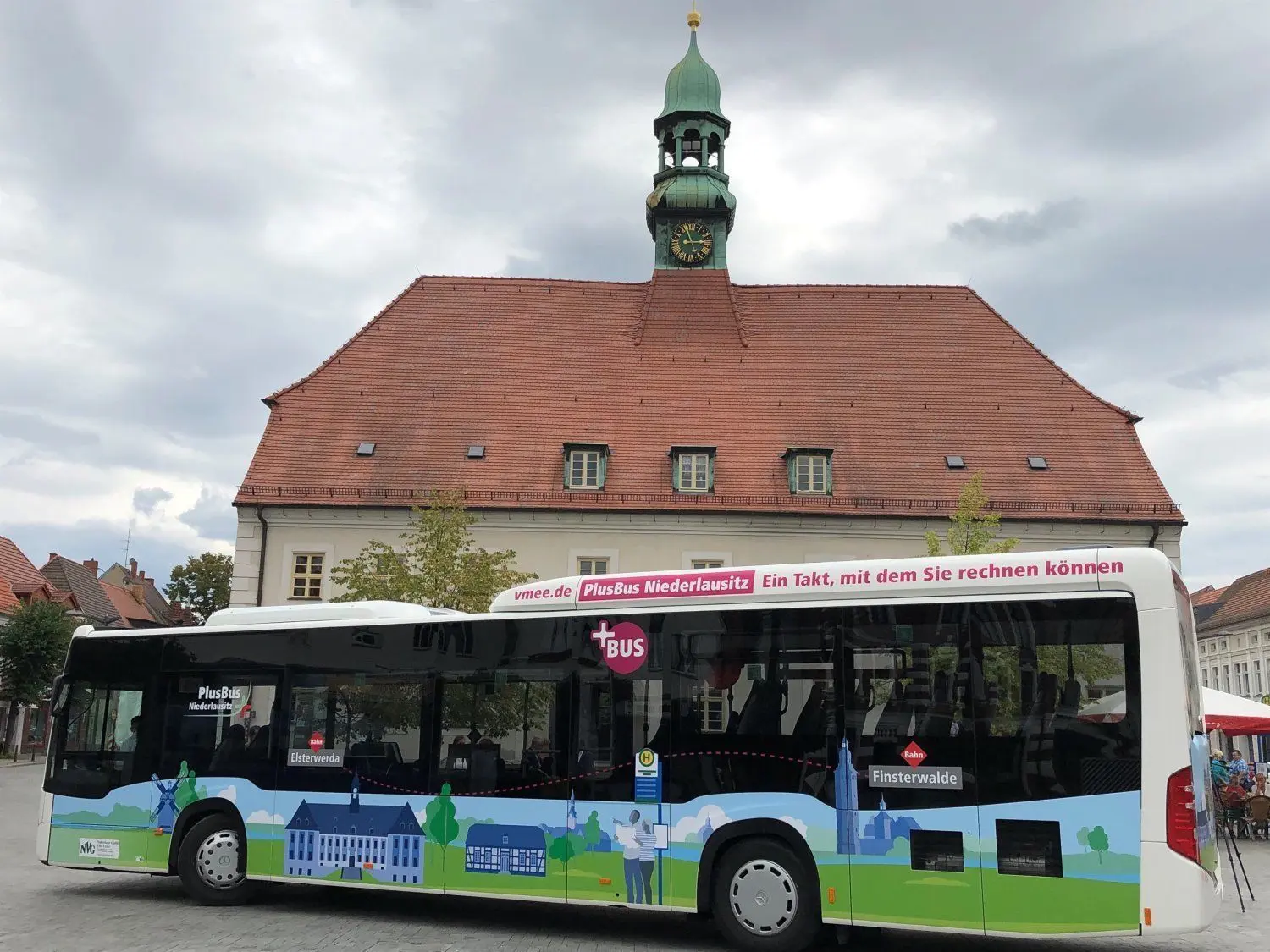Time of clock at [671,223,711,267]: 2:57
